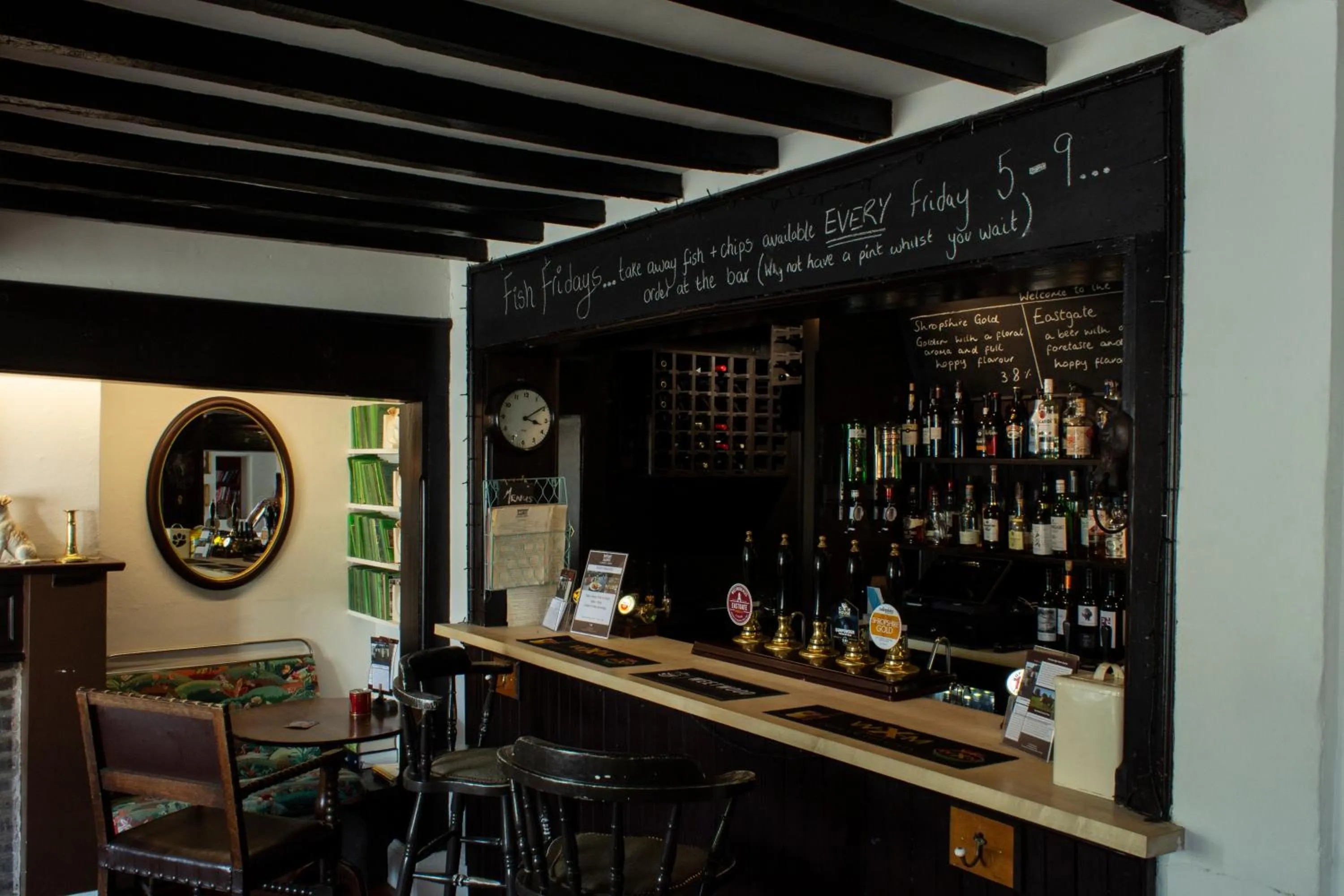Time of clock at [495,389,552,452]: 3:09
